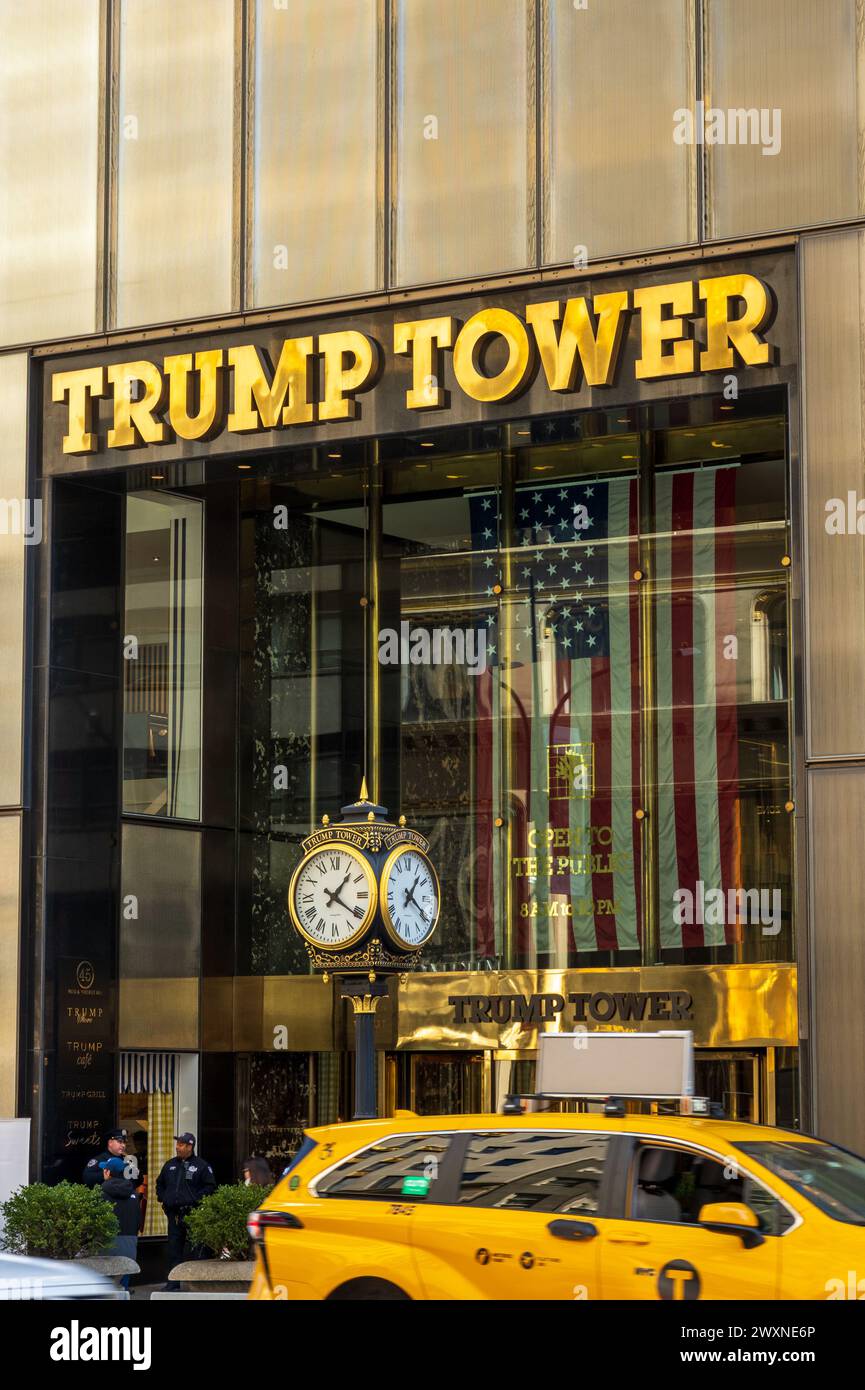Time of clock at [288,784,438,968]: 1:20
